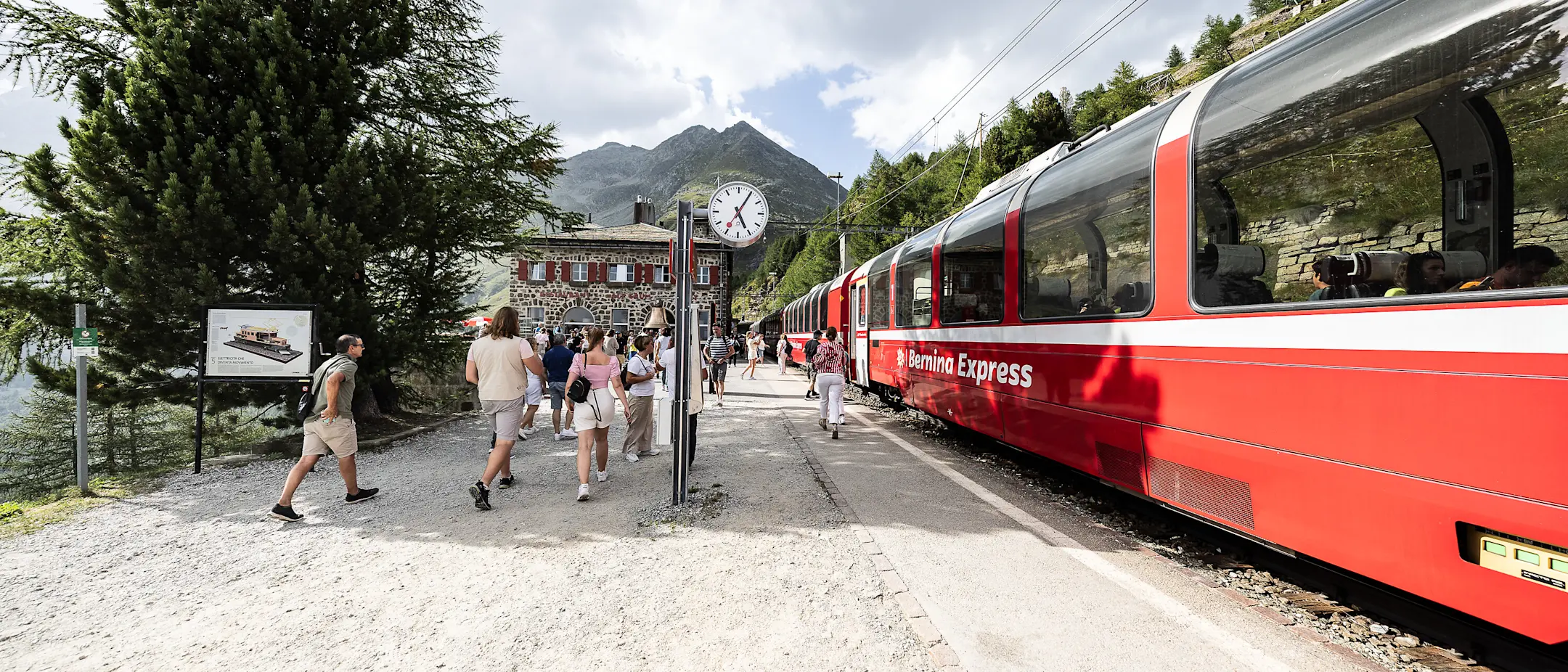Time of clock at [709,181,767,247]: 5:05
